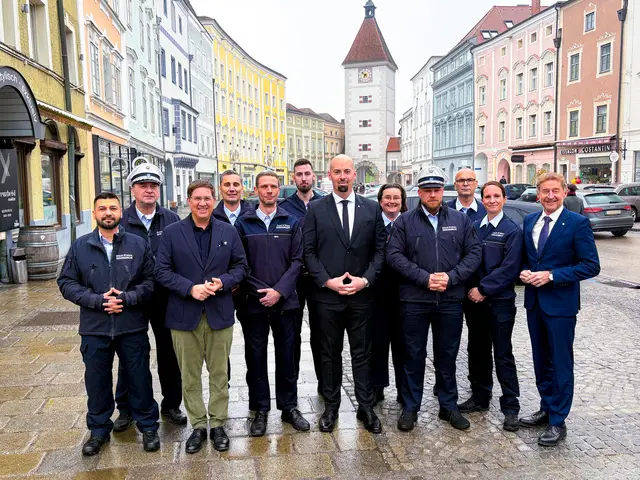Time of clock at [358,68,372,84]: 6:52
